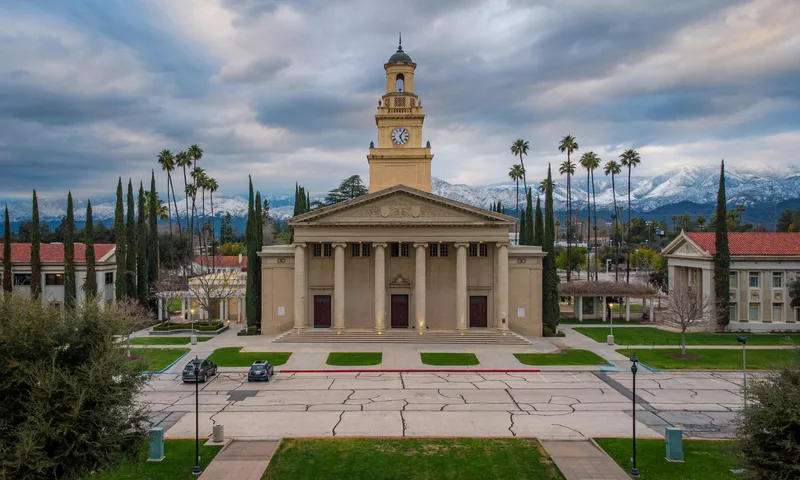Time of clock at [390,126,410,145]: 5:05
